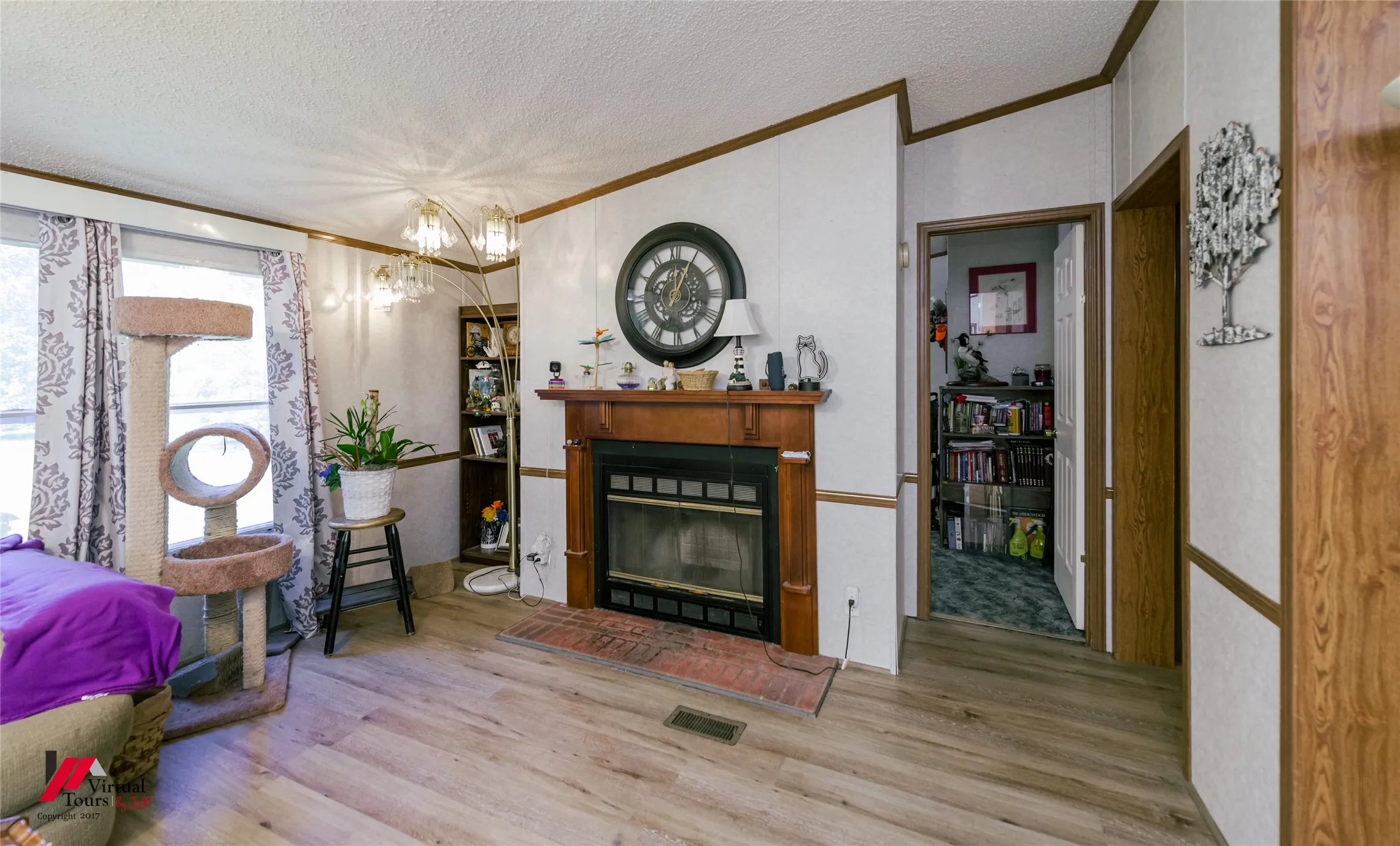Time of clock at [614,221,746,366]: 12:04
